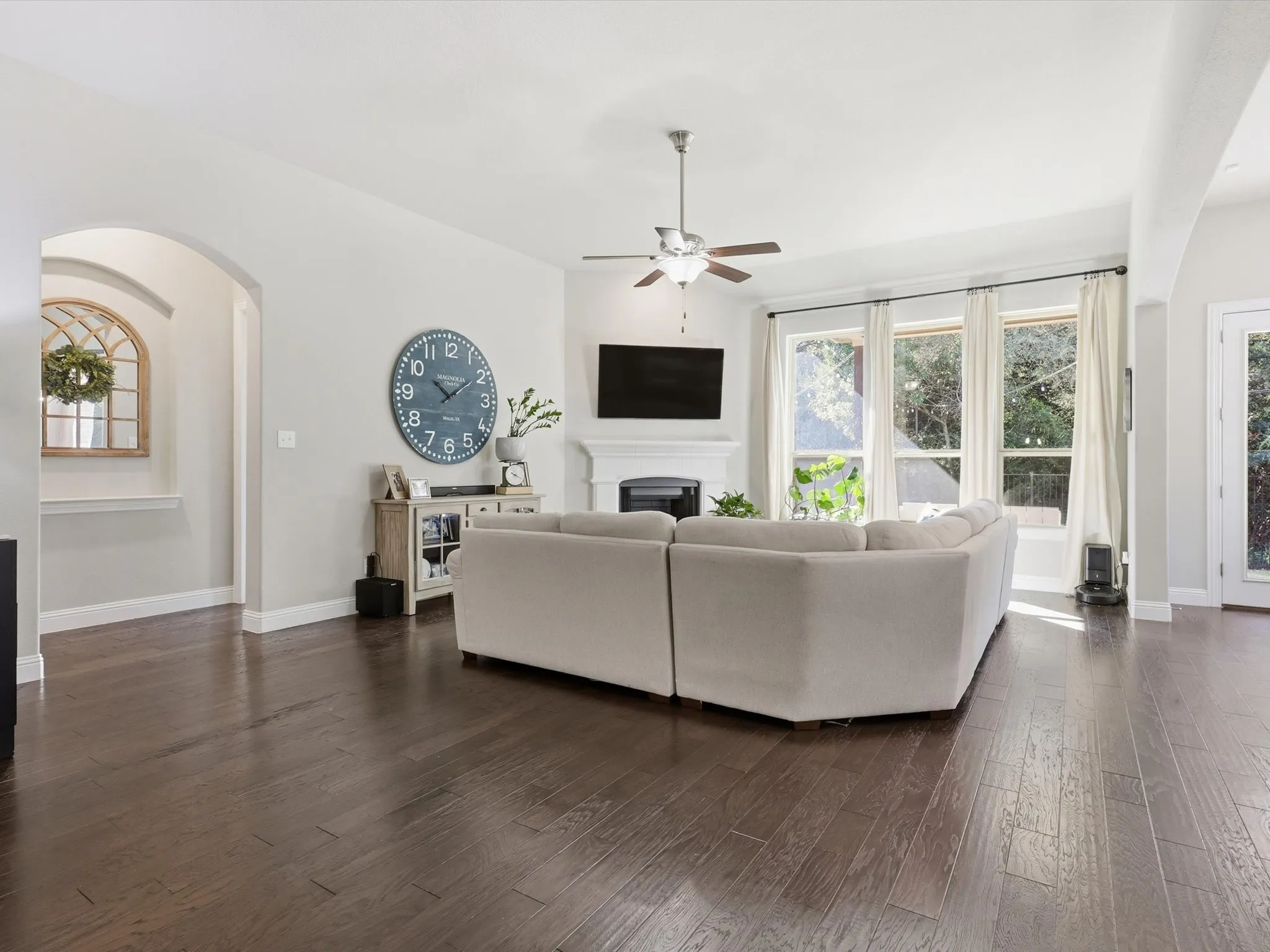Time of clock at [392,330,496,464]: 10:09
